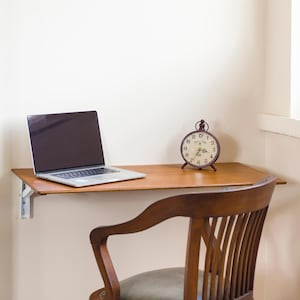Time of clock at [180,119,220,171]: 3:34
